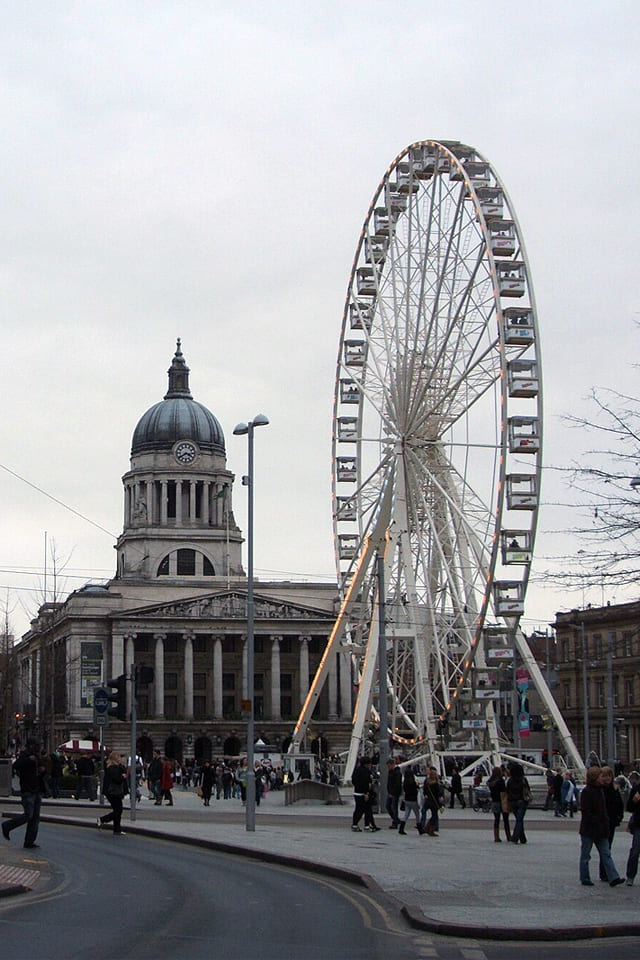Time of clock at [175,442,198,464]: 3:39
